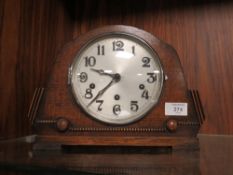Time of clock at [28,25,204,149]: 9:37
